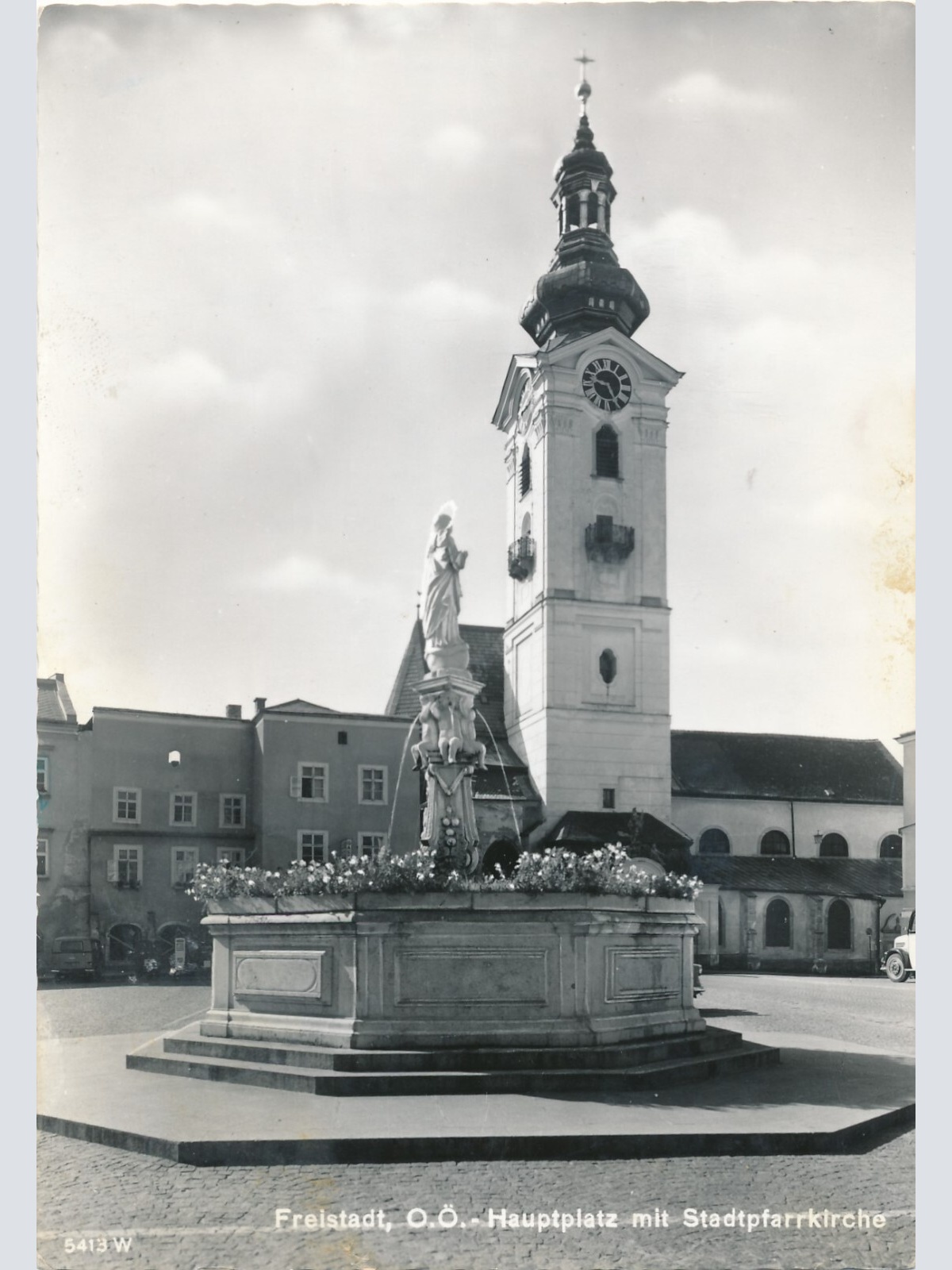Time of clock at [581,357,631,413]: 9:25
